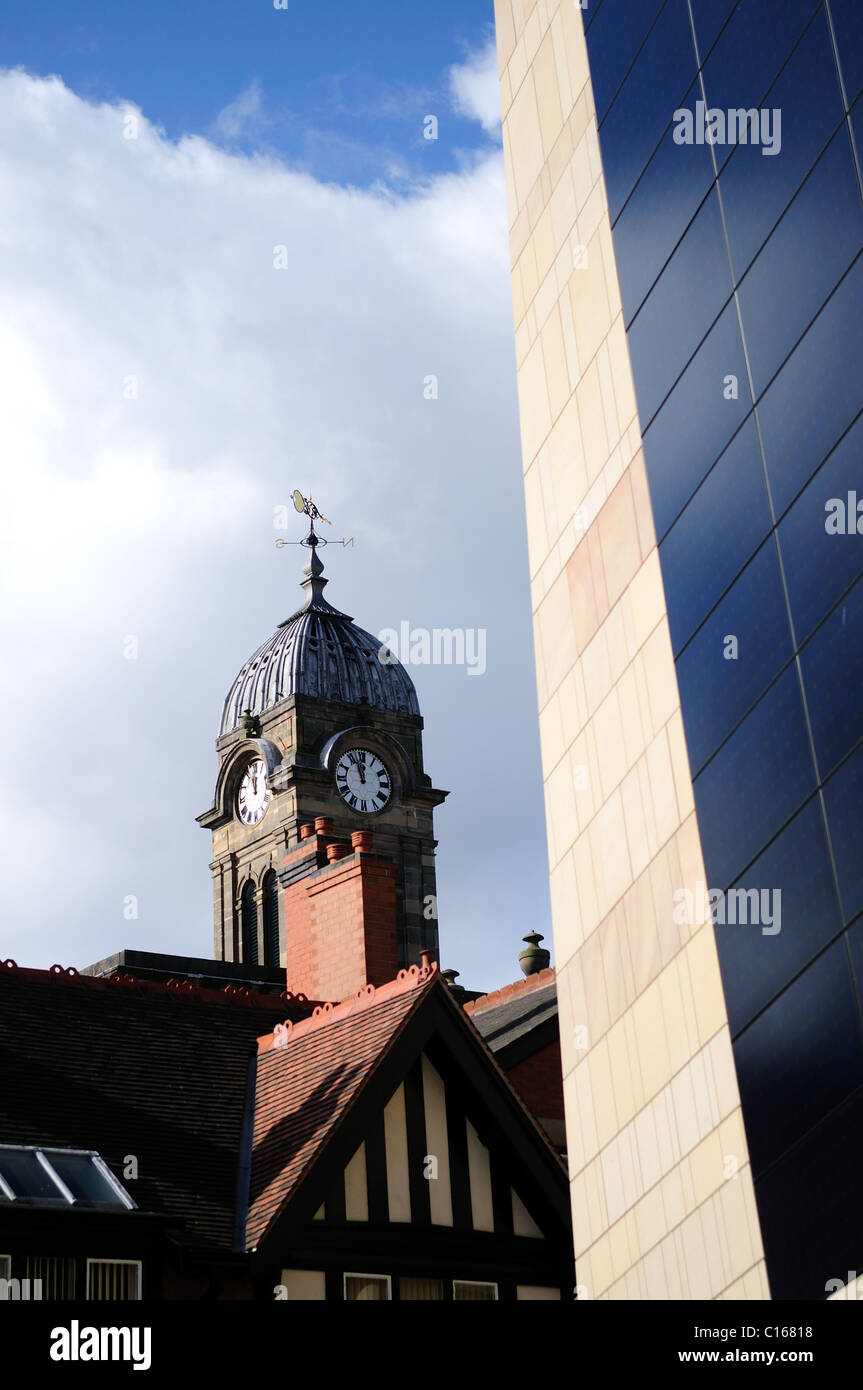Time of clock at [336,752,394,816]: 11:56
